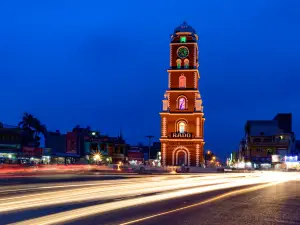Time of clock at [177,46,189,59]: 12:24
